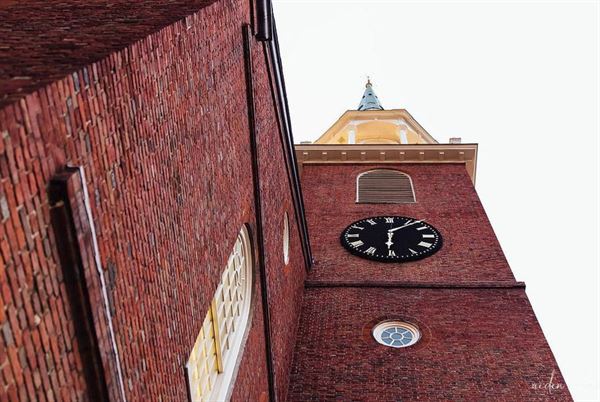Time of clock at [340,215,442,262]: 6:08
